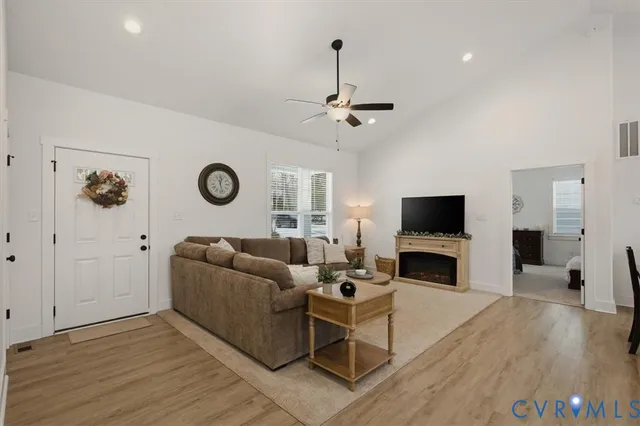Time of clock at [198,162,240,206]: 12:27
